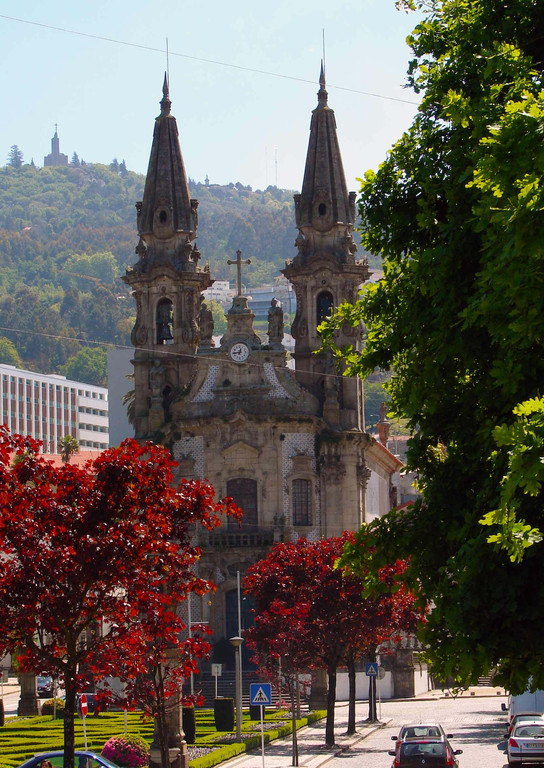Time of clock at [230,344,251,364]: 12:43
